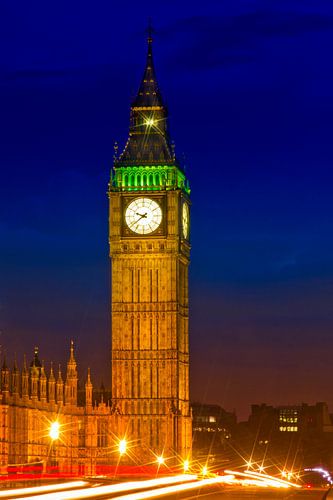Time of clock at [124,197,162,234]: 9:38
